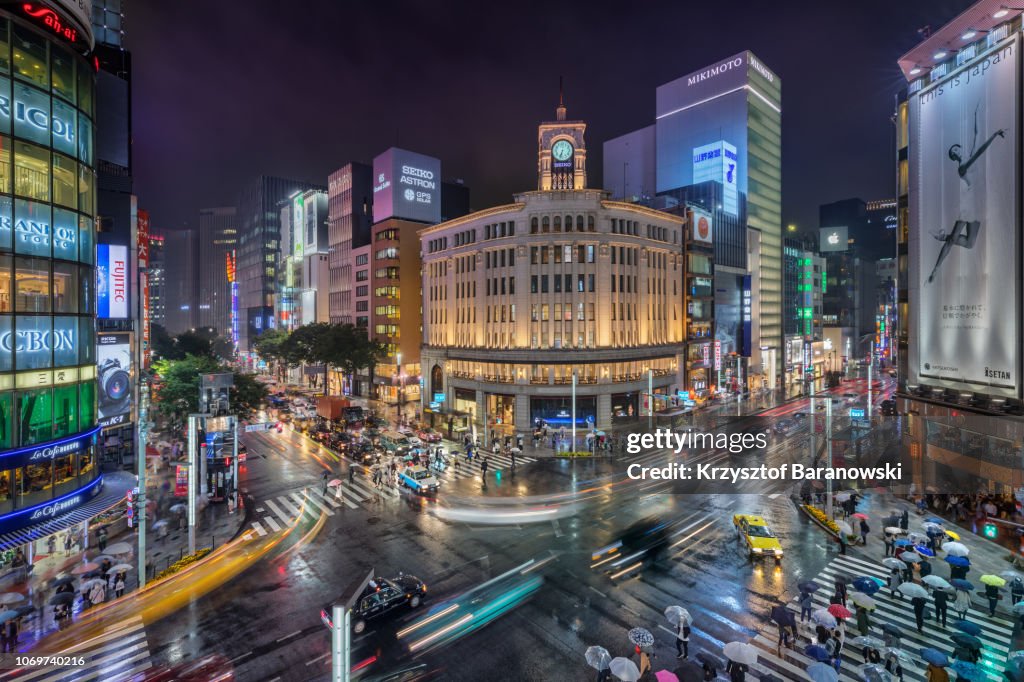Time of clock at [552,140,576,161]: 6:32
